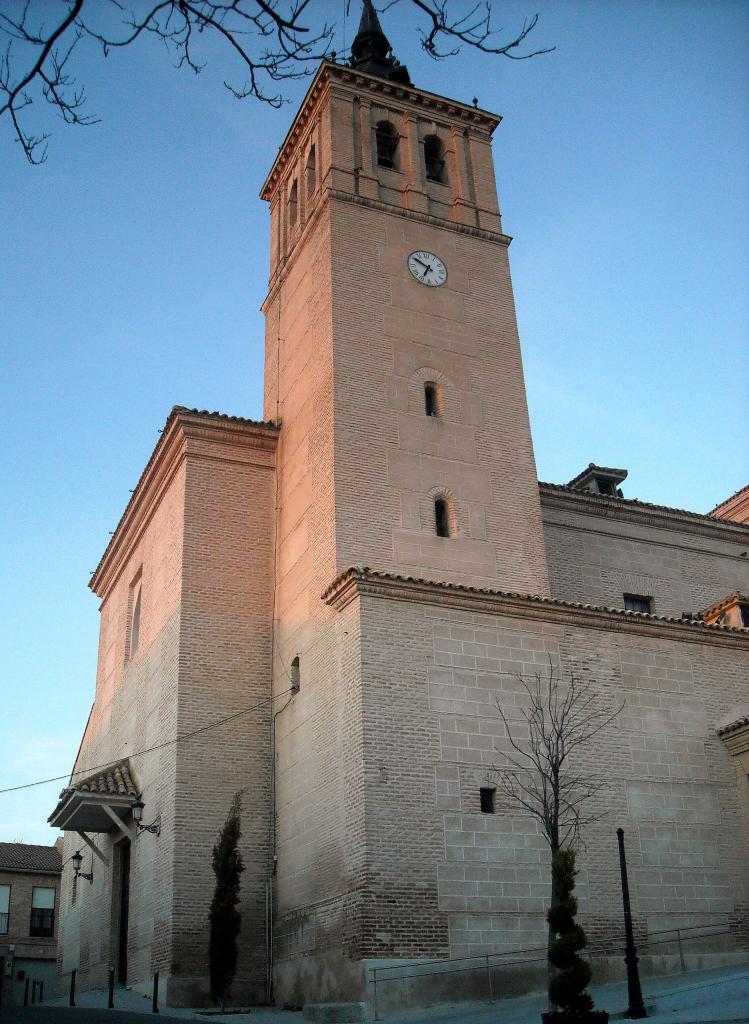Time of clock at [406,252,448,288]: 6:50
